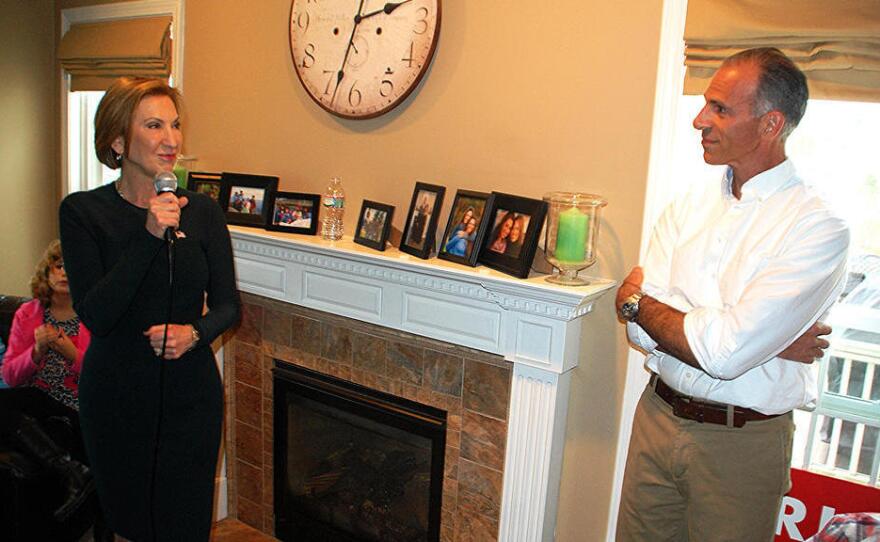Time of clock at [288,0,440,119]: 2:33
